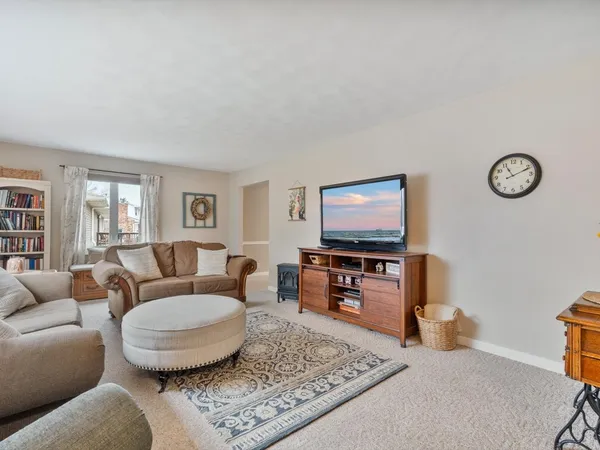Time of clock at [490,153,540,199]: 11:11
